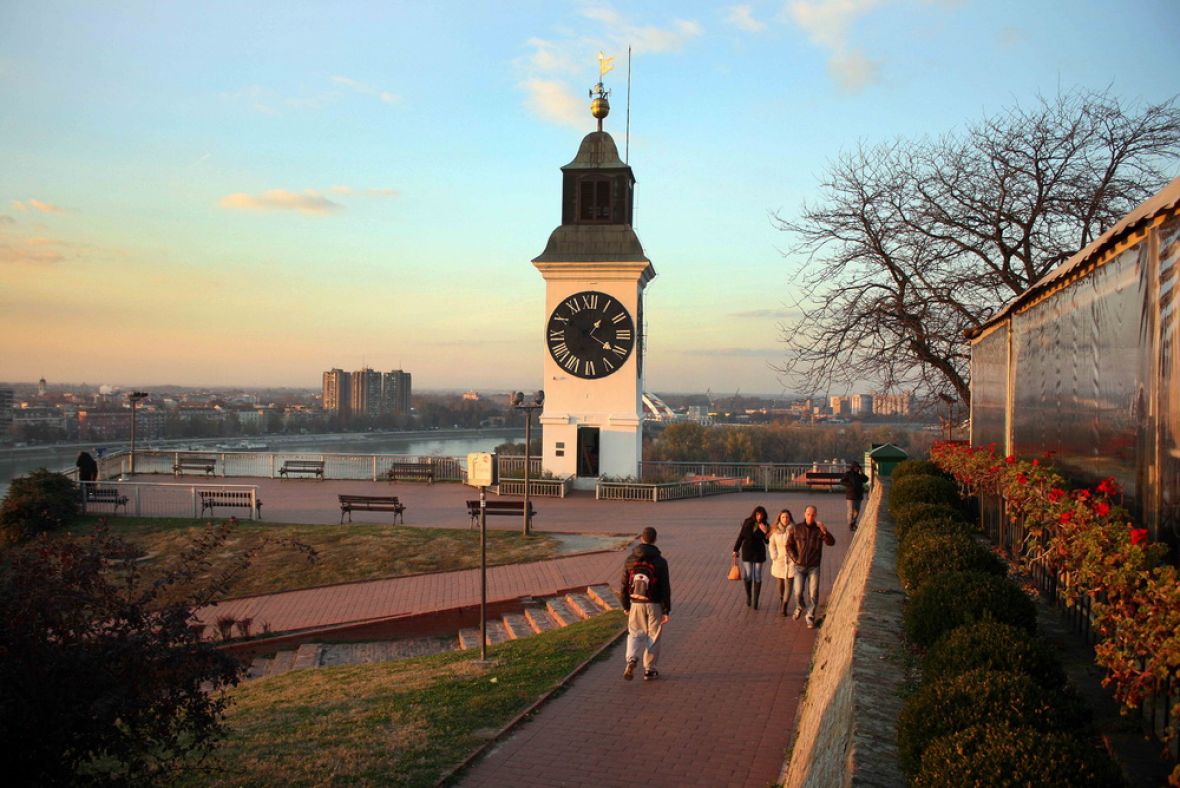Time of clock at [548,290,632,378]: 1:20
